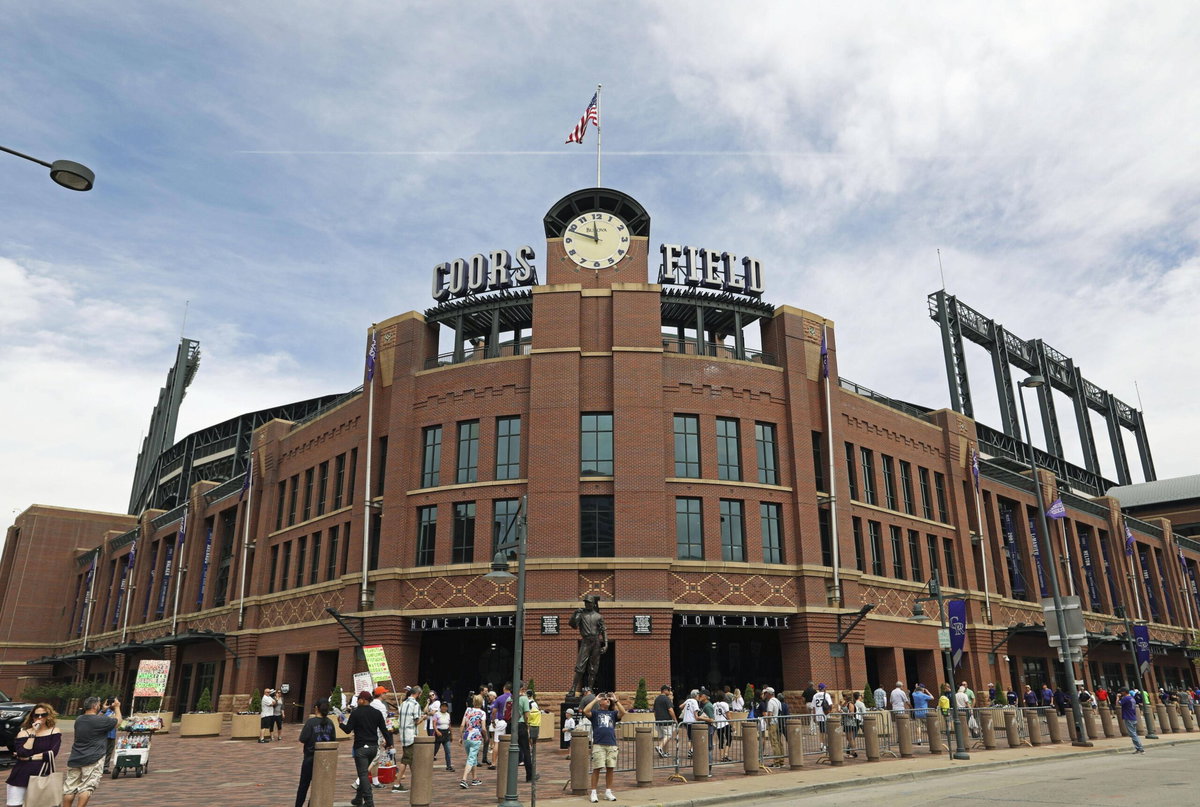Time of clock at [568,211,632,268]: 11:48
